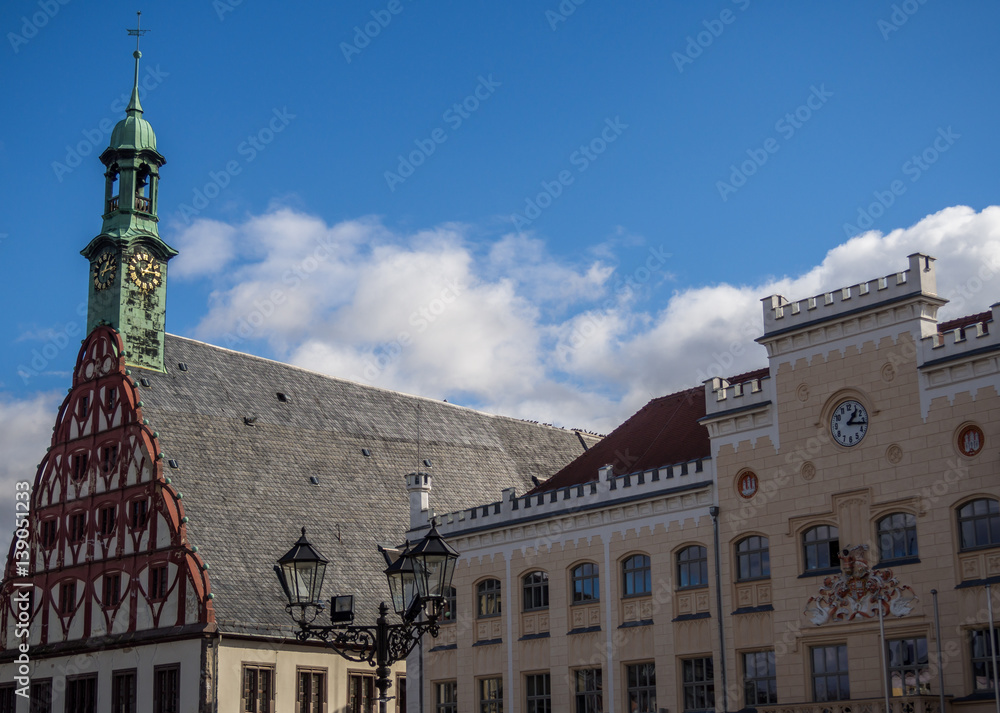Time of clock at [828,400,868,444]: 1:16
